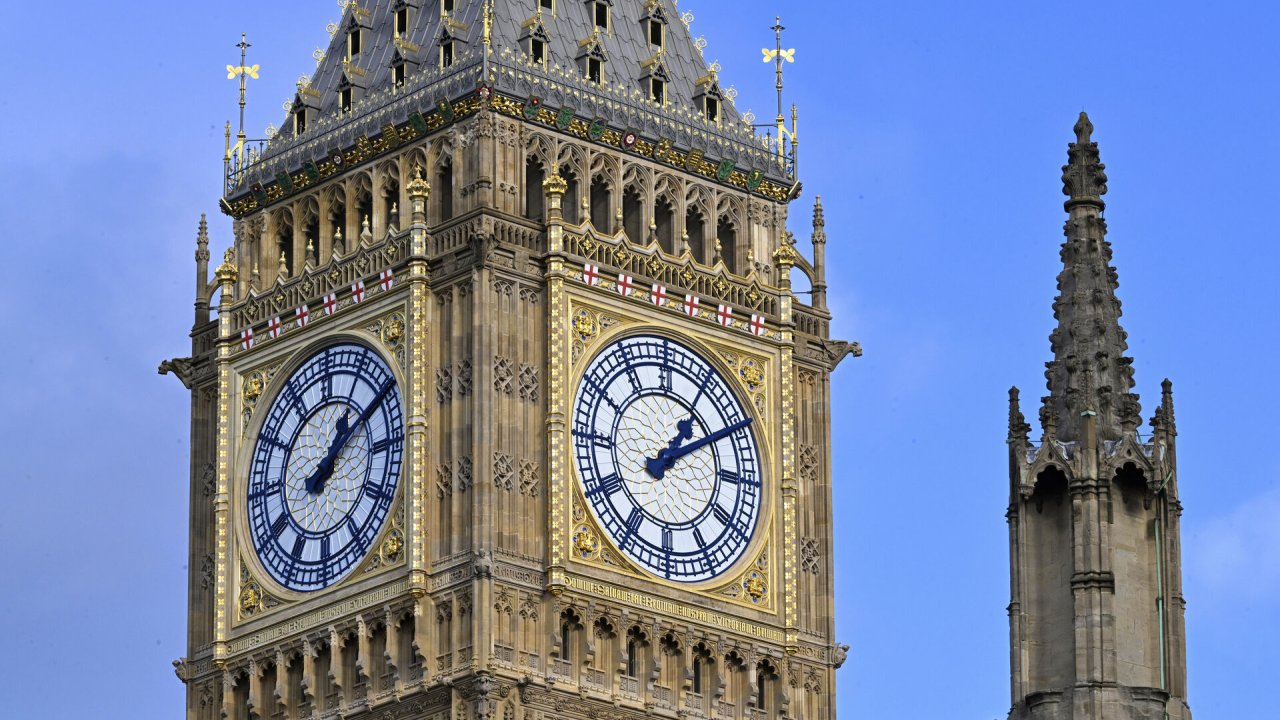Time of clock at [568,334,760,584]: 1:09
